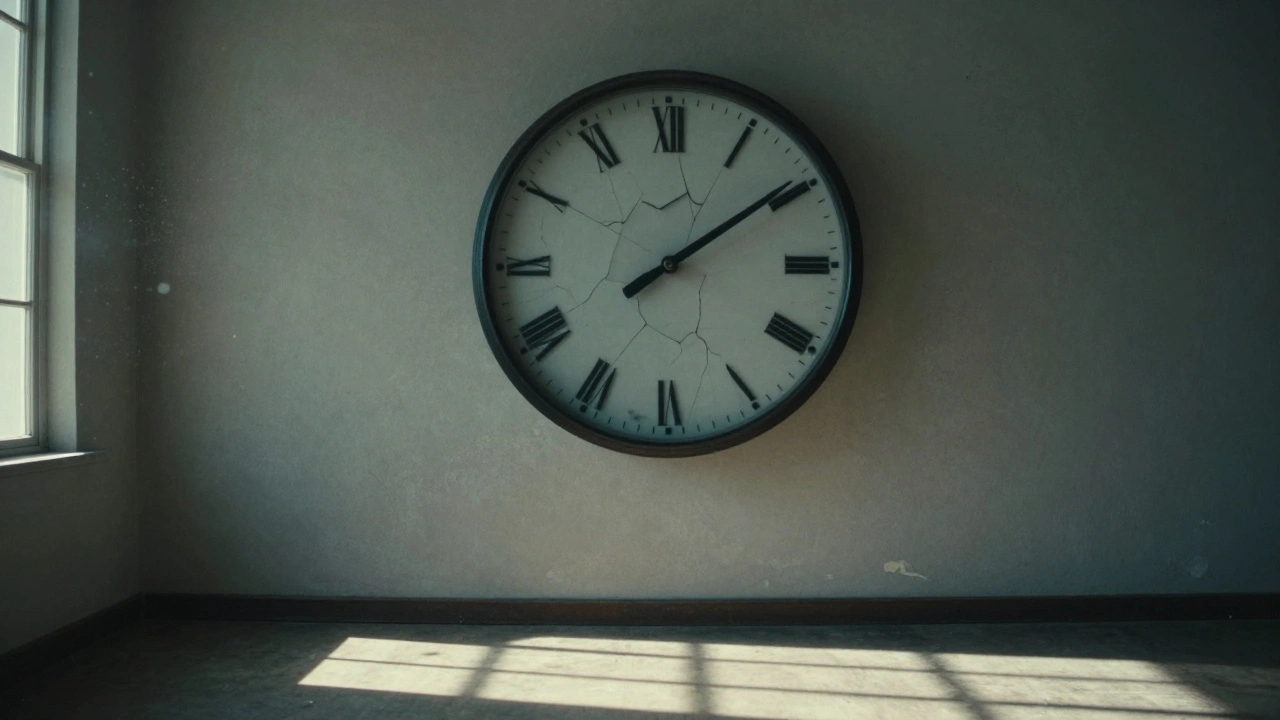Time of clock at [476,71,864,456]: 12:09
